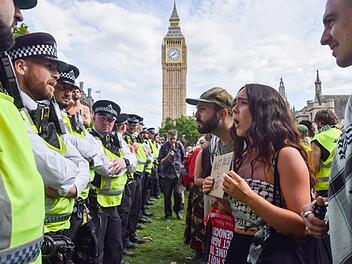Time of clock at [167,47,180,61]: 1:40
